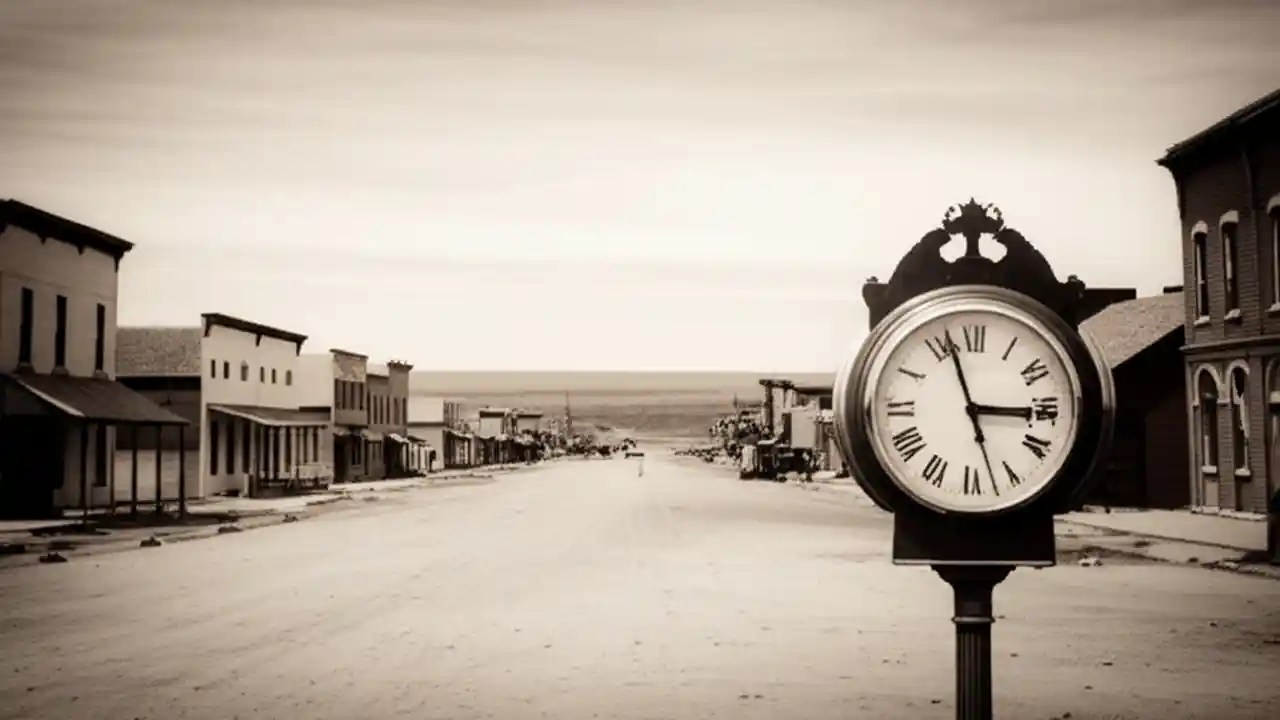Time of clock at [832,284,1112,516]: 2:57
